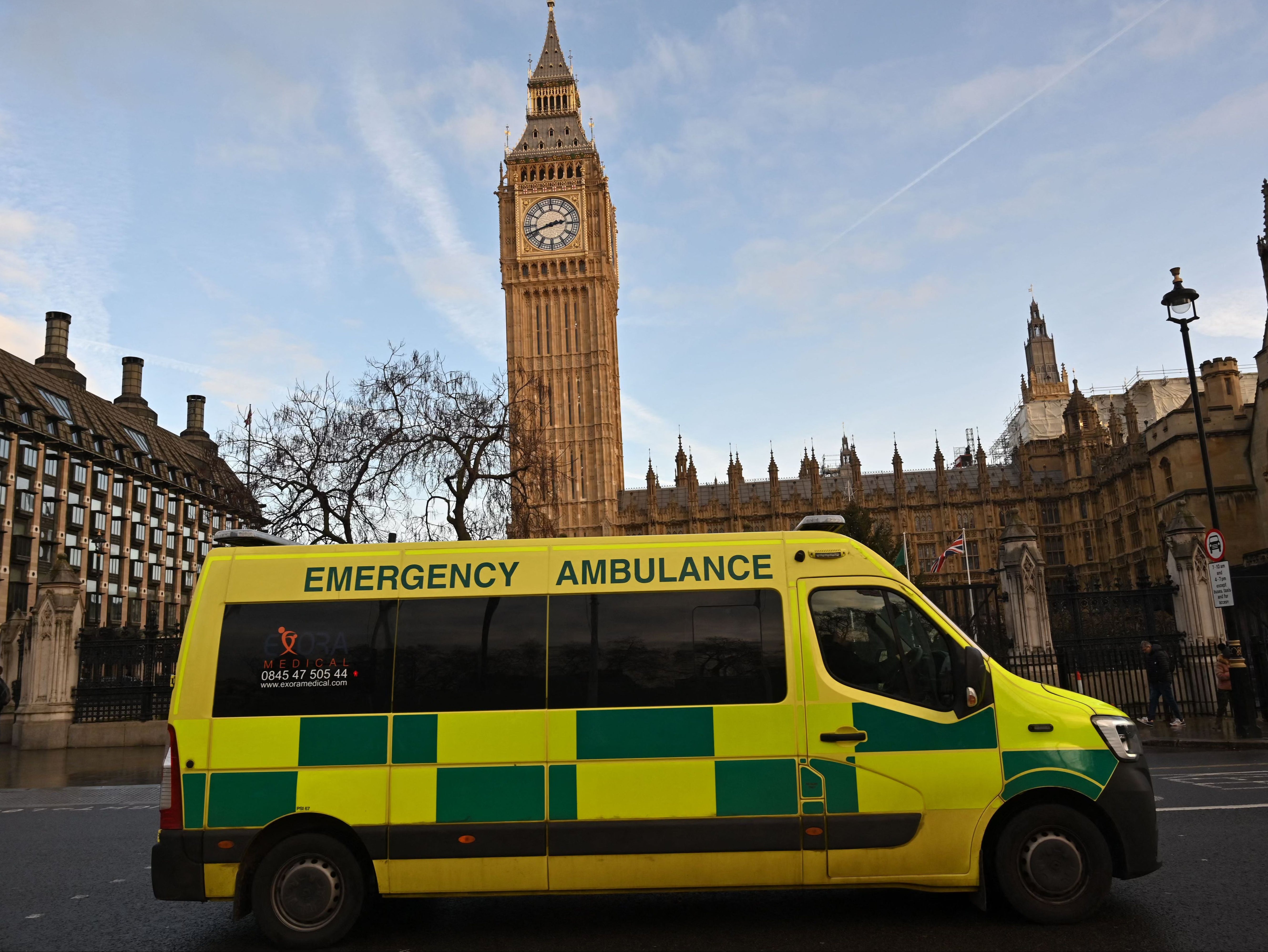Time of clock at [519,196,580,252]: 2:41
